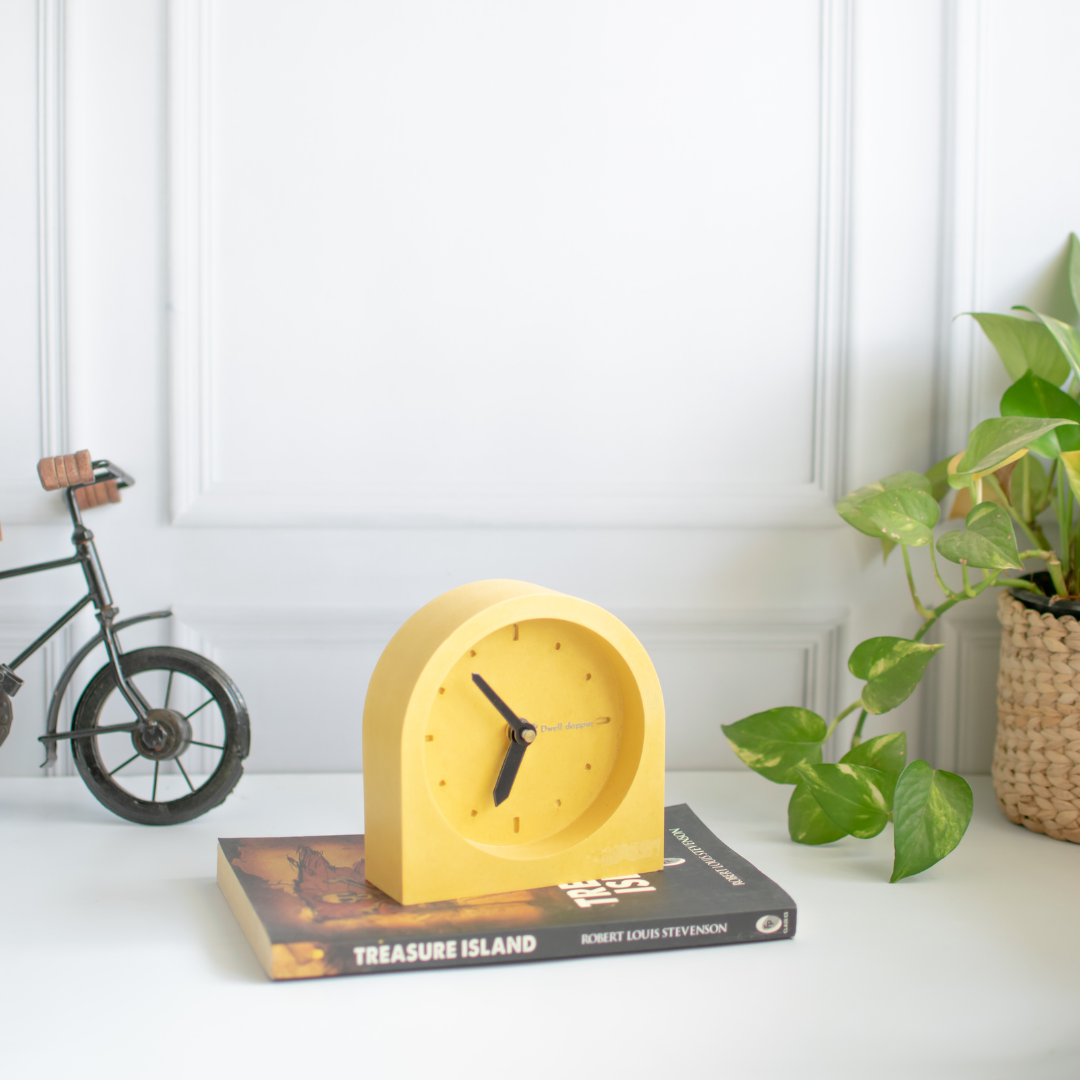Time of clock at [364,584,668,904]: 6:53
